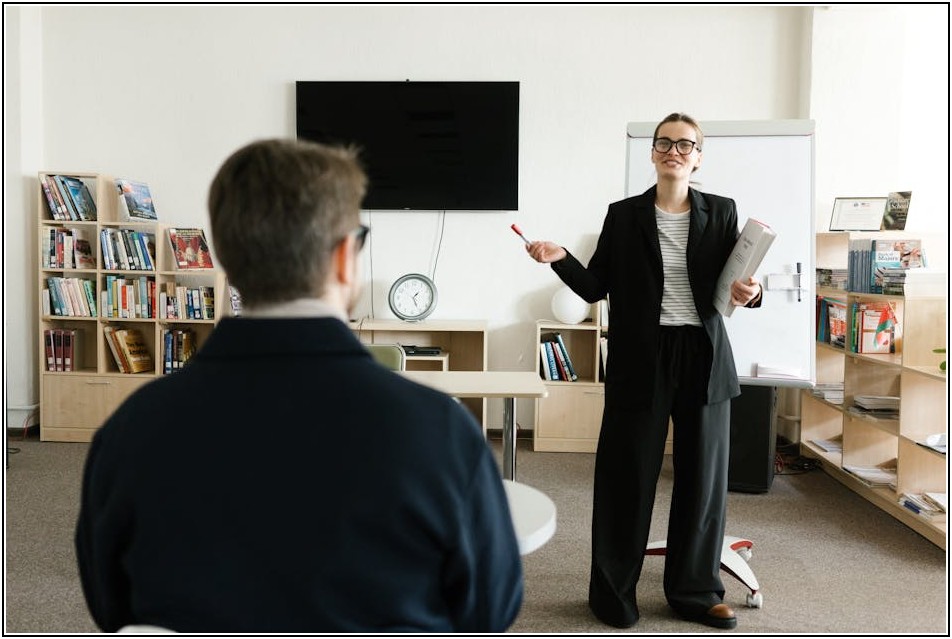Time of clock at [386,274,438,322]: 1:26
